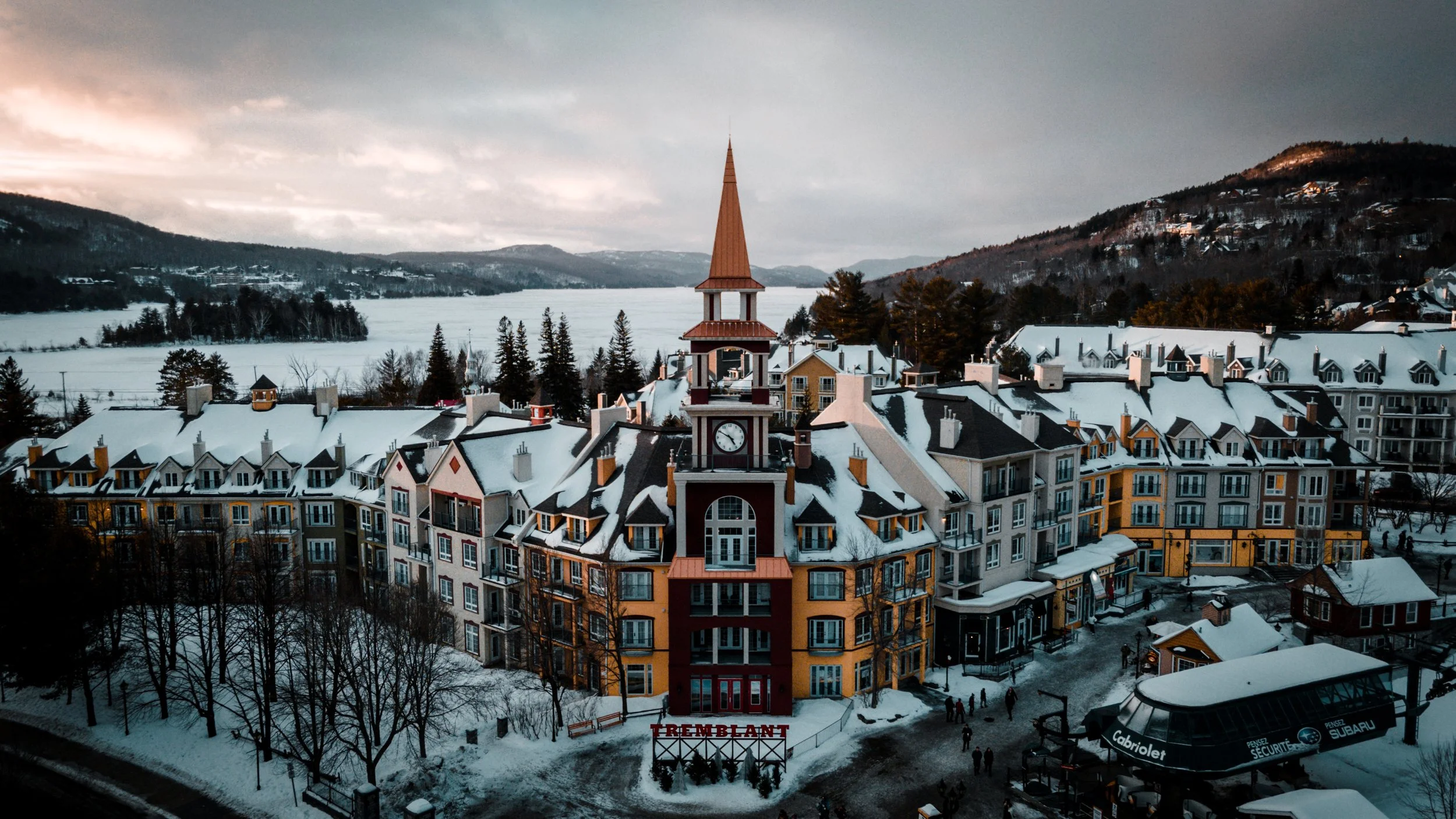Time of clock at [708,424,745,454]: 4:50
